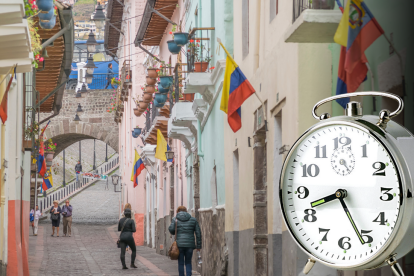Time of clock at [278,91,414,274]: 8:25
